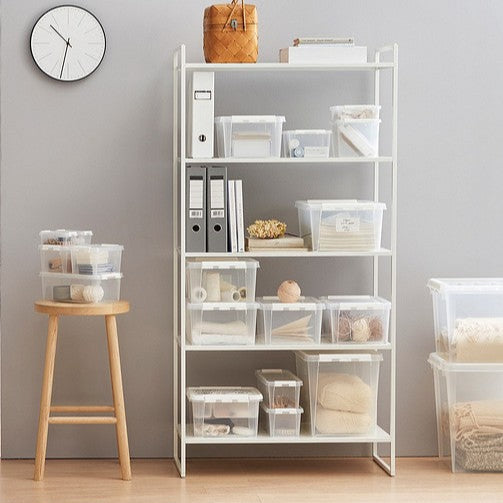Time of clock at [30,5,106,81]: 10:31
